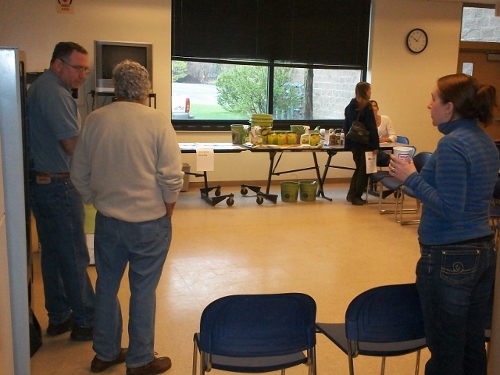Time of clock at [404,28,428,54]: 10:06
